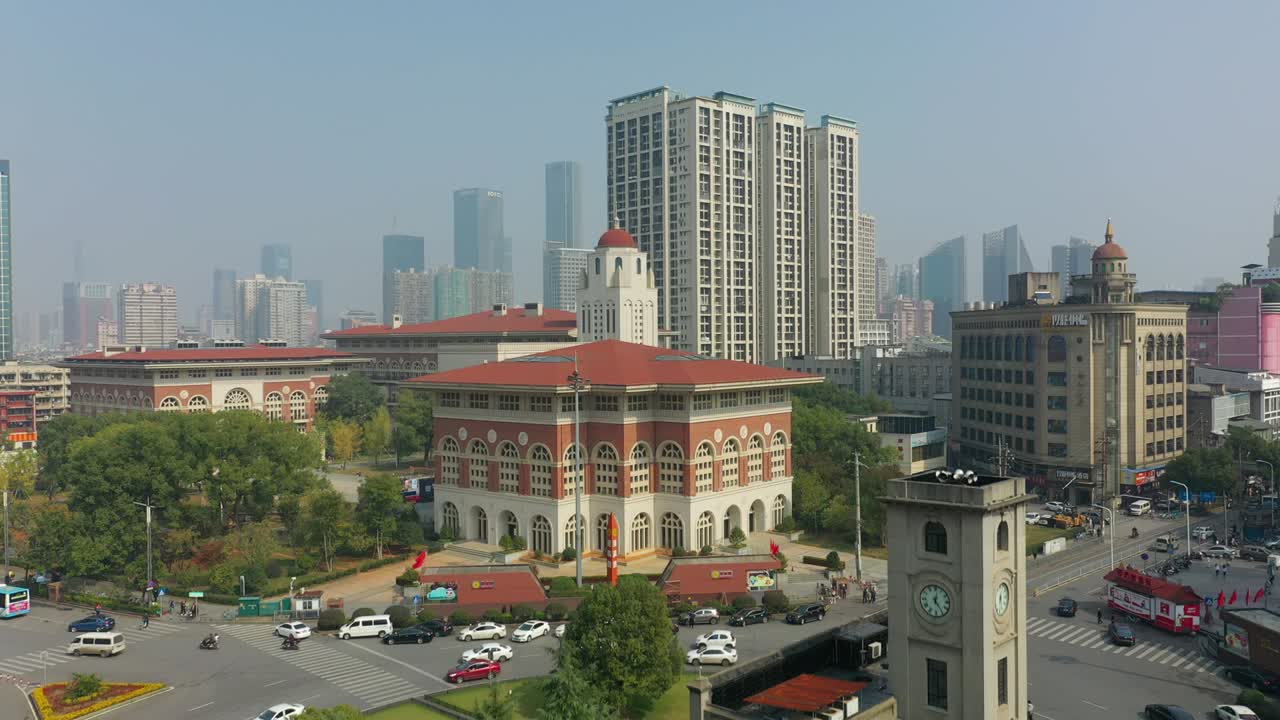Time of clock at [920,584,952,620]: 12:24
